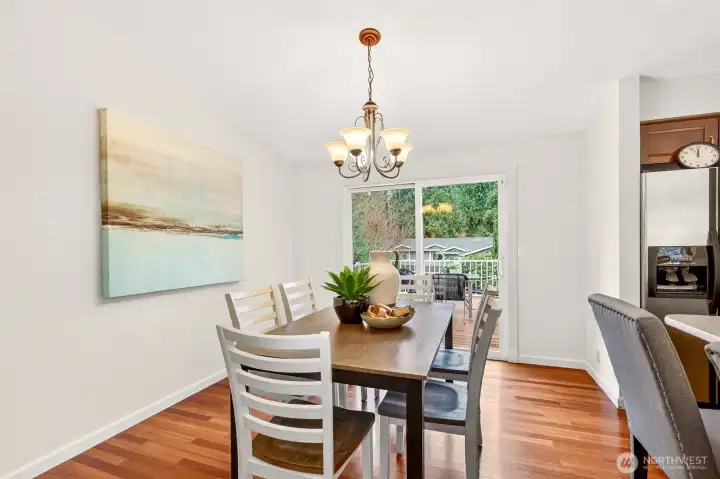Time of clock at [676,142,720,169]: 11:55
